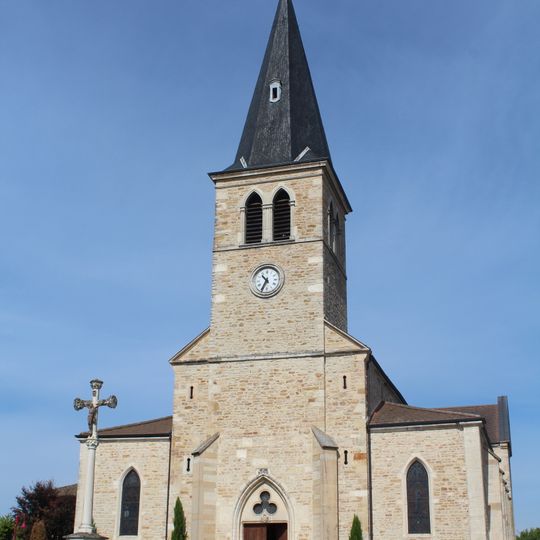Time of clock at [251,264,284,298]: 10:34
